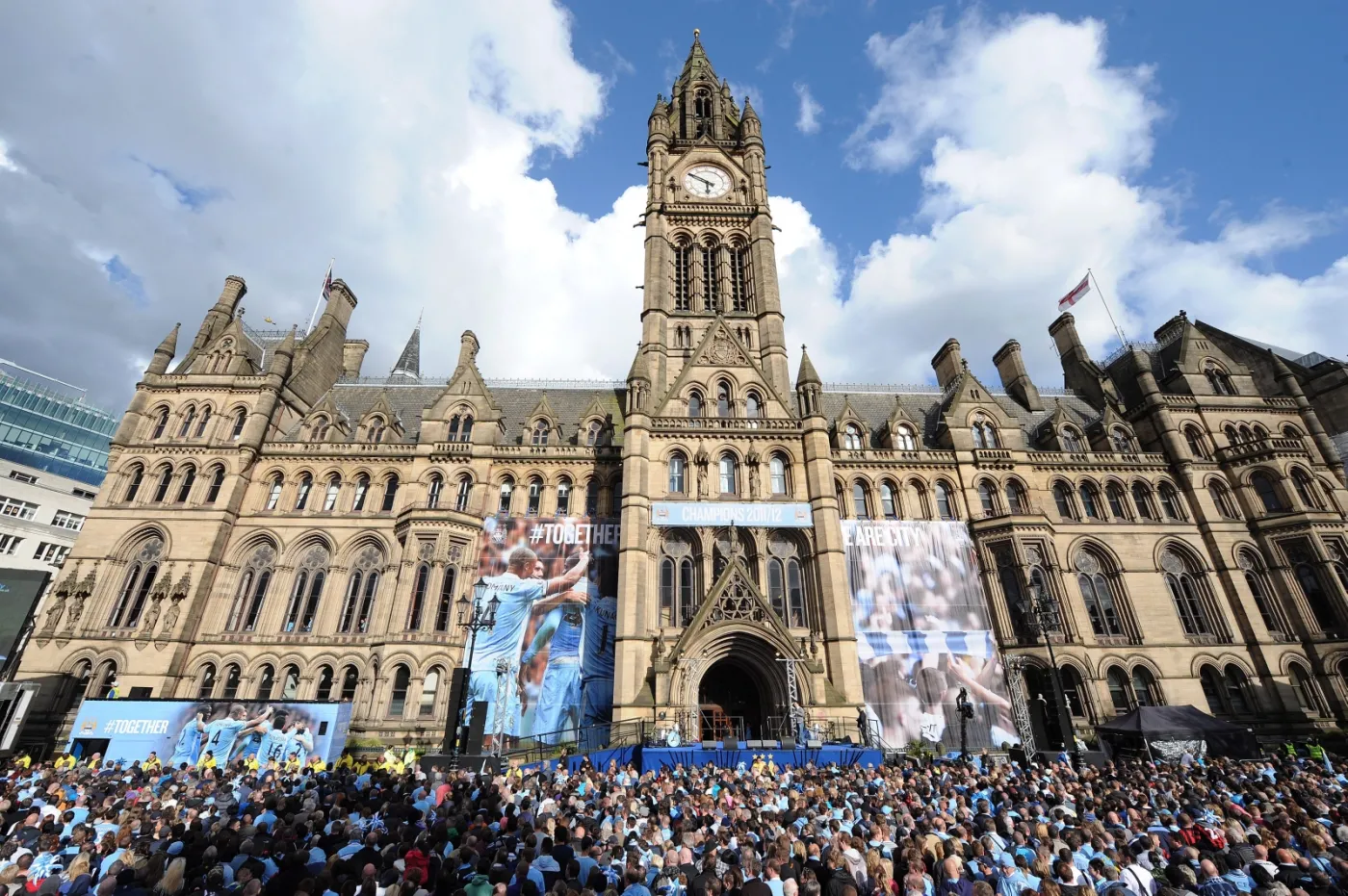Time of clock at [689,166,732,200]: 5:49
